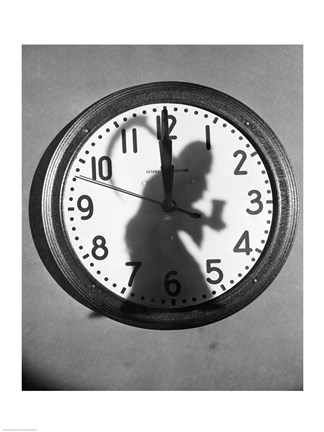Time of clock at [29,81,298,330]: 11:59
